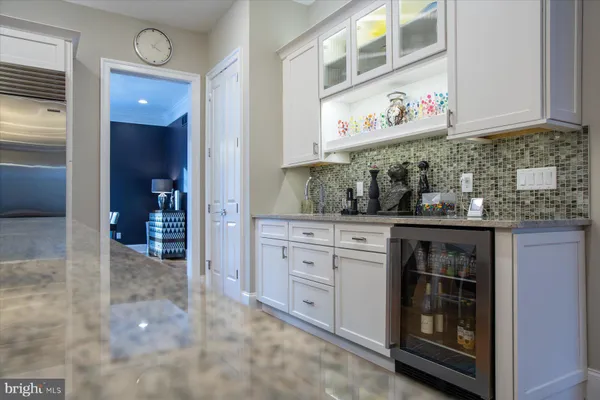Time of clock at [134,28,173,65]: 4:06
